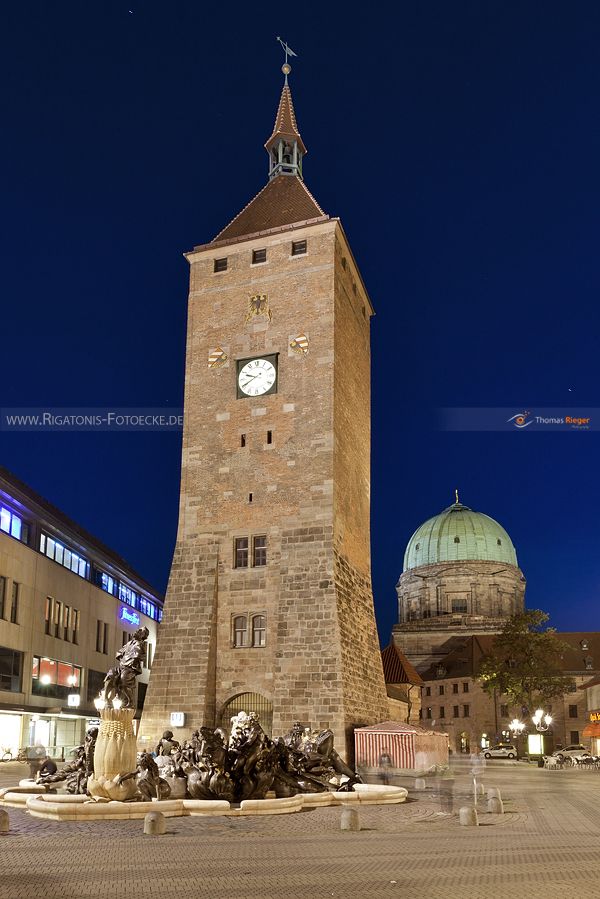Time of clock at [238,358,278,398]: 9:40
